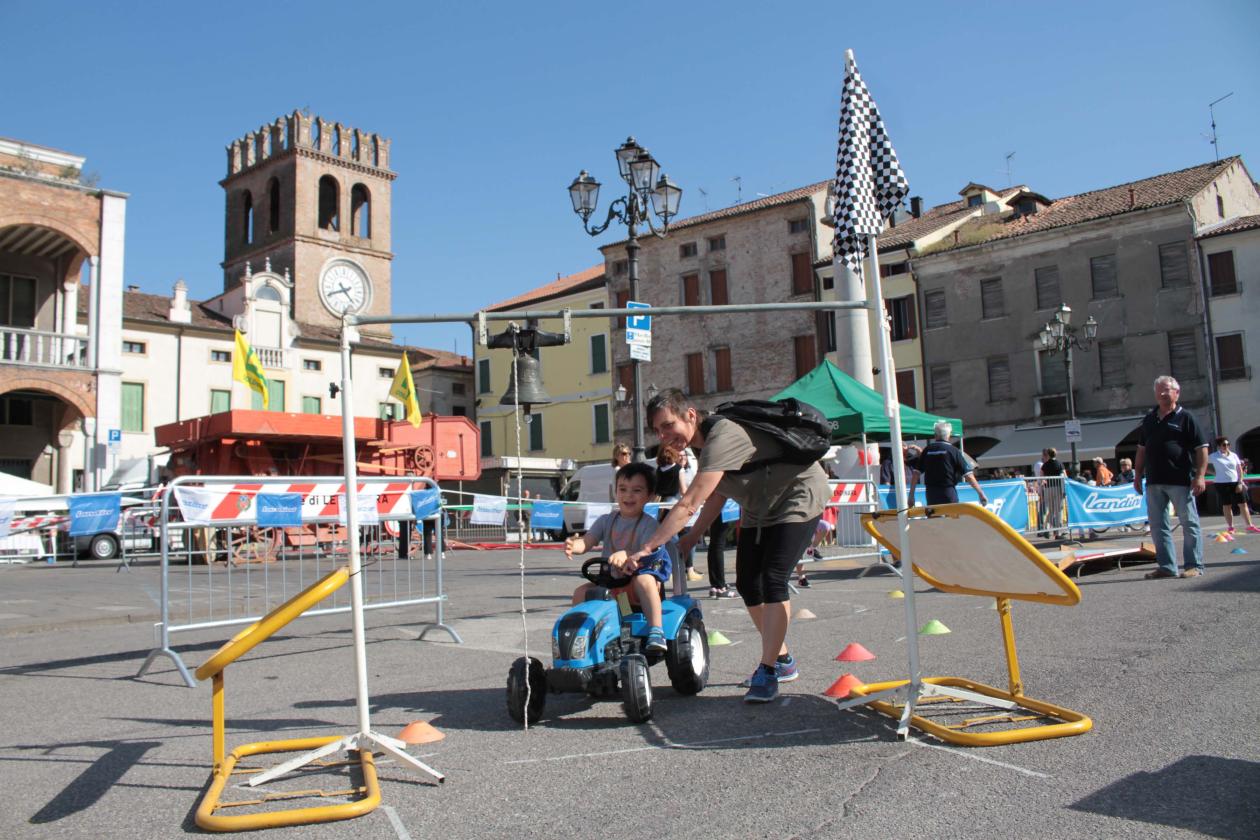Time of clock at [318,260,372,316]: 4:41
